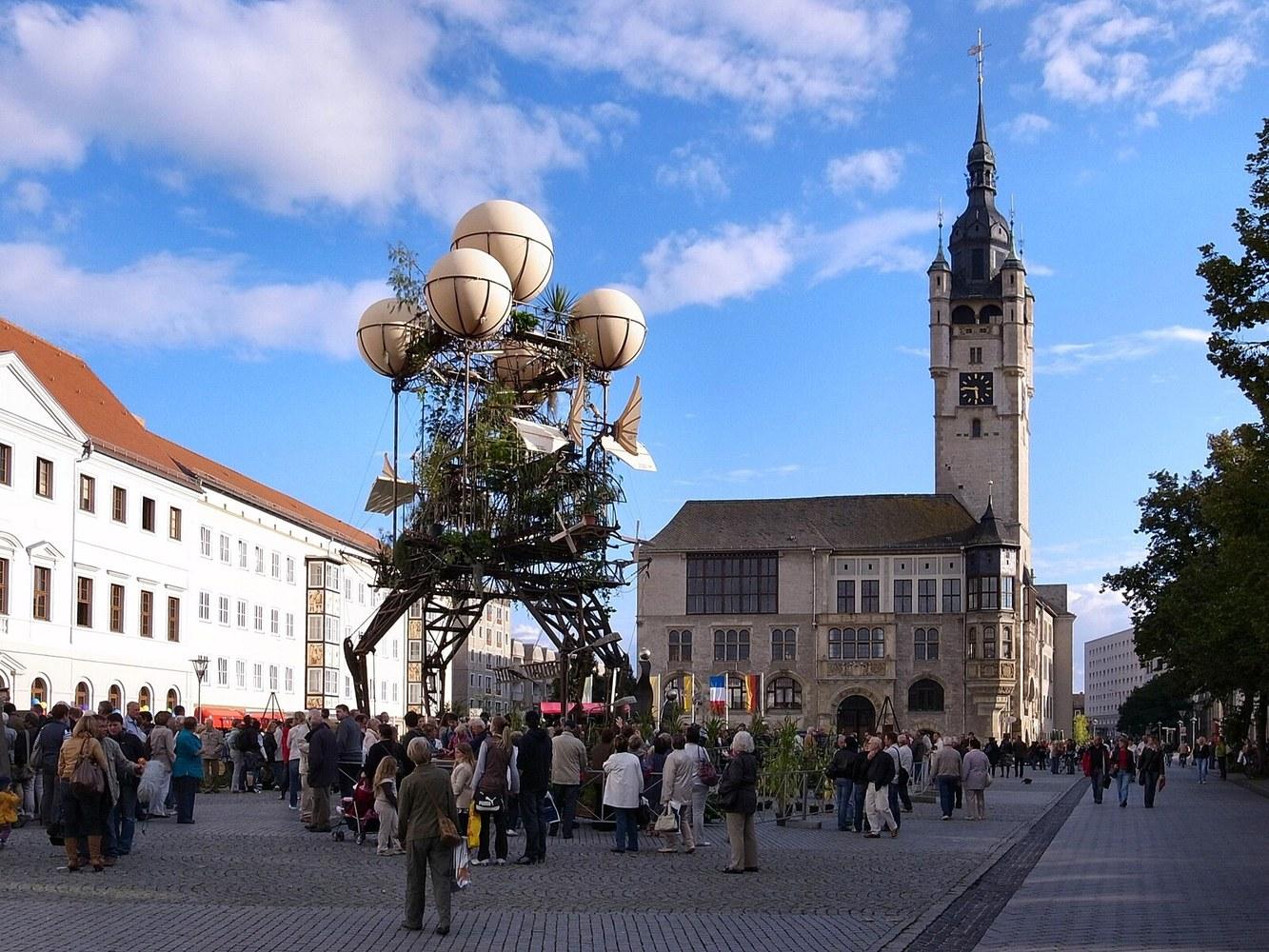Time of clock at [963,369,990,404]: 5:45
